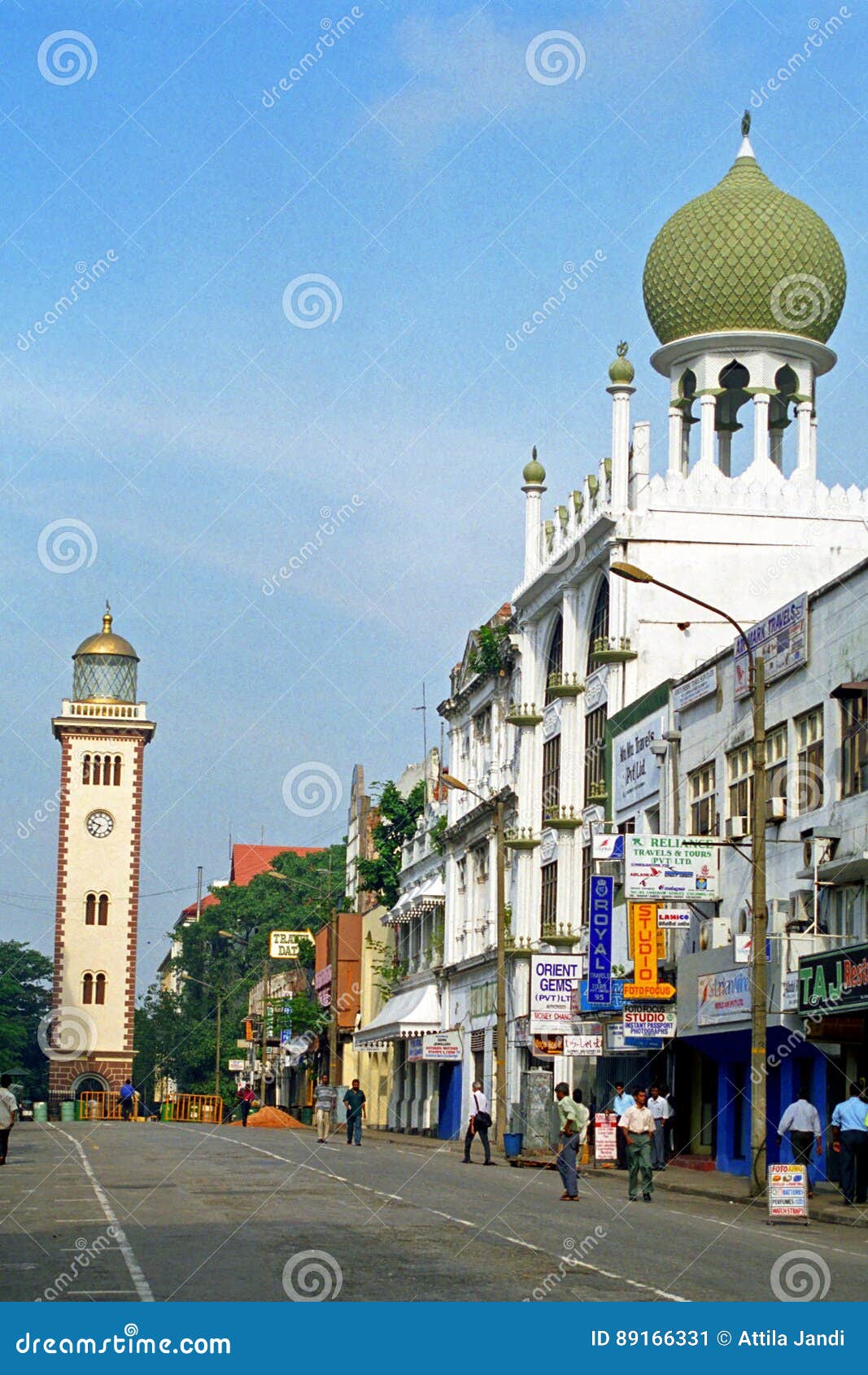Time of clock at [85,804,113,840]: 9:35
